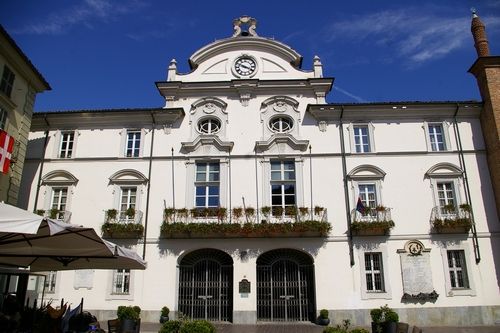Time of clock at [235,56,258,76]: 3:48
